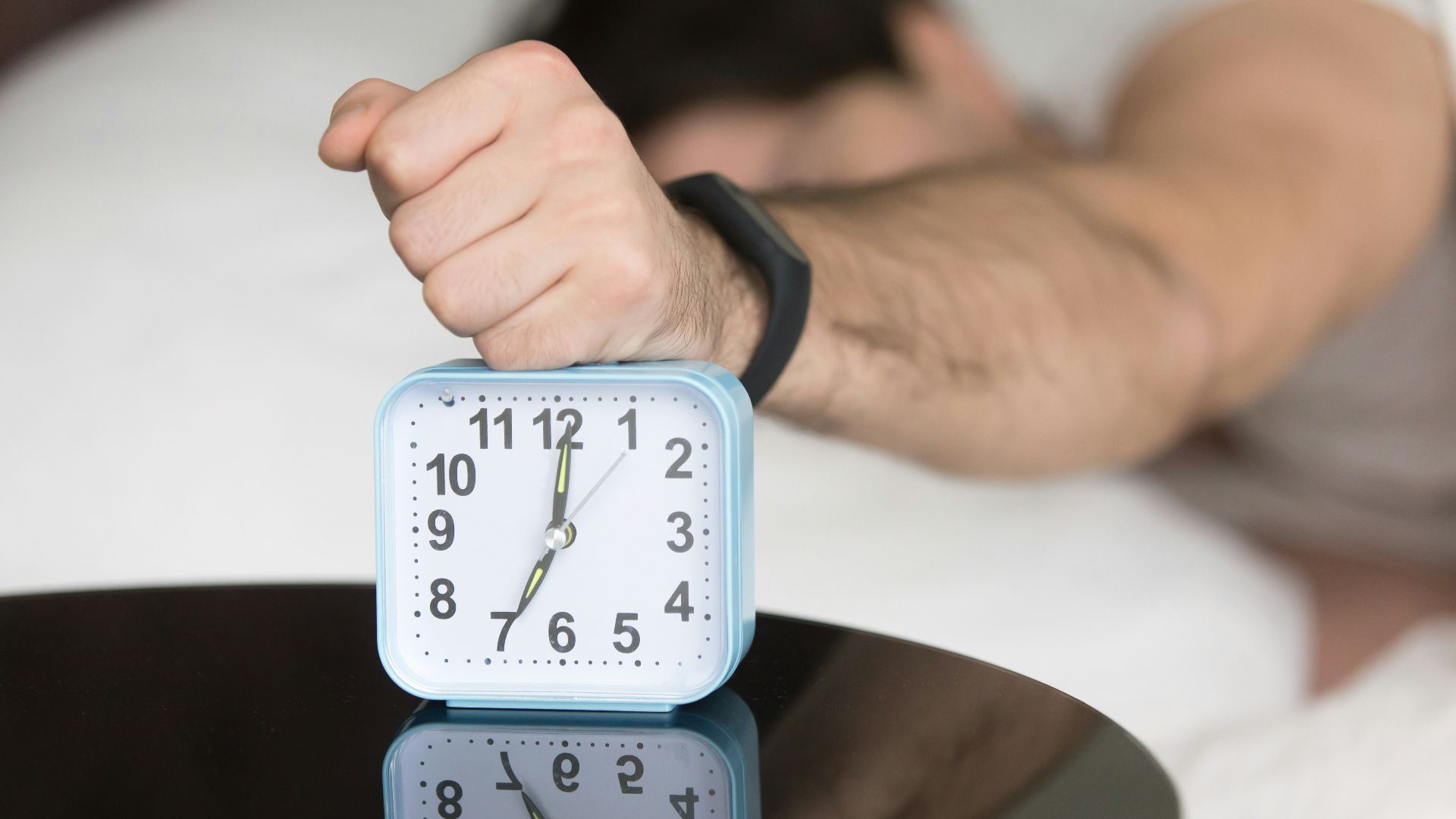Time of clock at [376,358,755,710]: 7:00
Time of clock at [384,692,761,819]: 12:34
